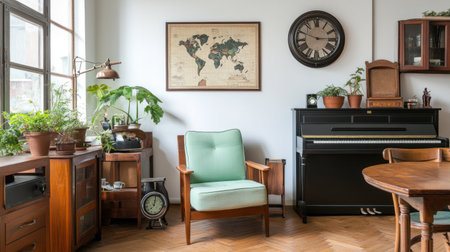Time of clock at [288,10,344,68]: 2:48
